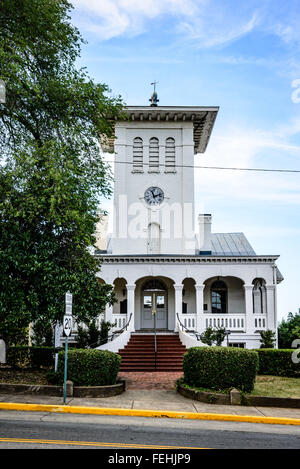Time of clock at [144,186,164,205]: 11:12
